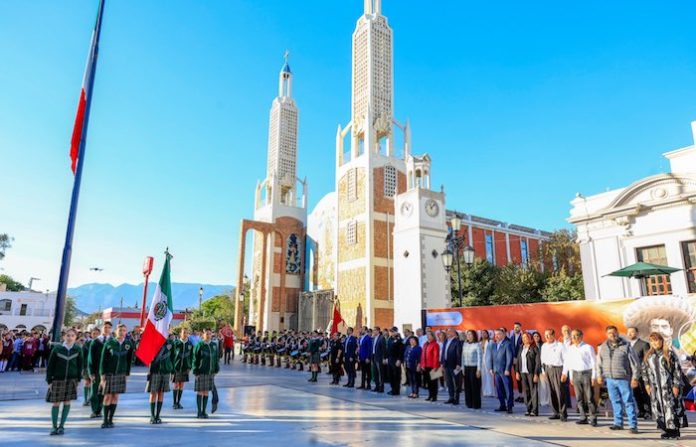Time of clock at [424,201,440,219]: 11:07
